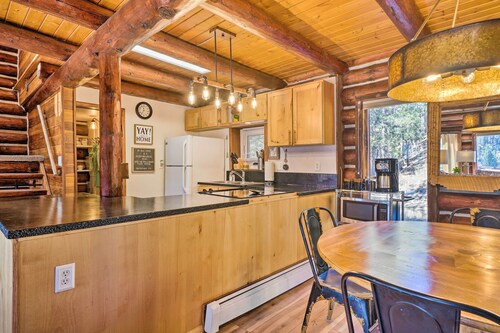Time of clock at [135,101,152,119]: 11:35
